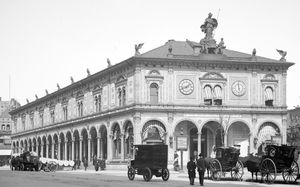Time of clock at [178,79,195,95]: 1:42
